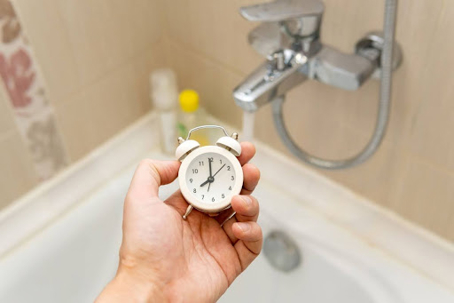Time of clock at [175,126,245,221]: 8:00
